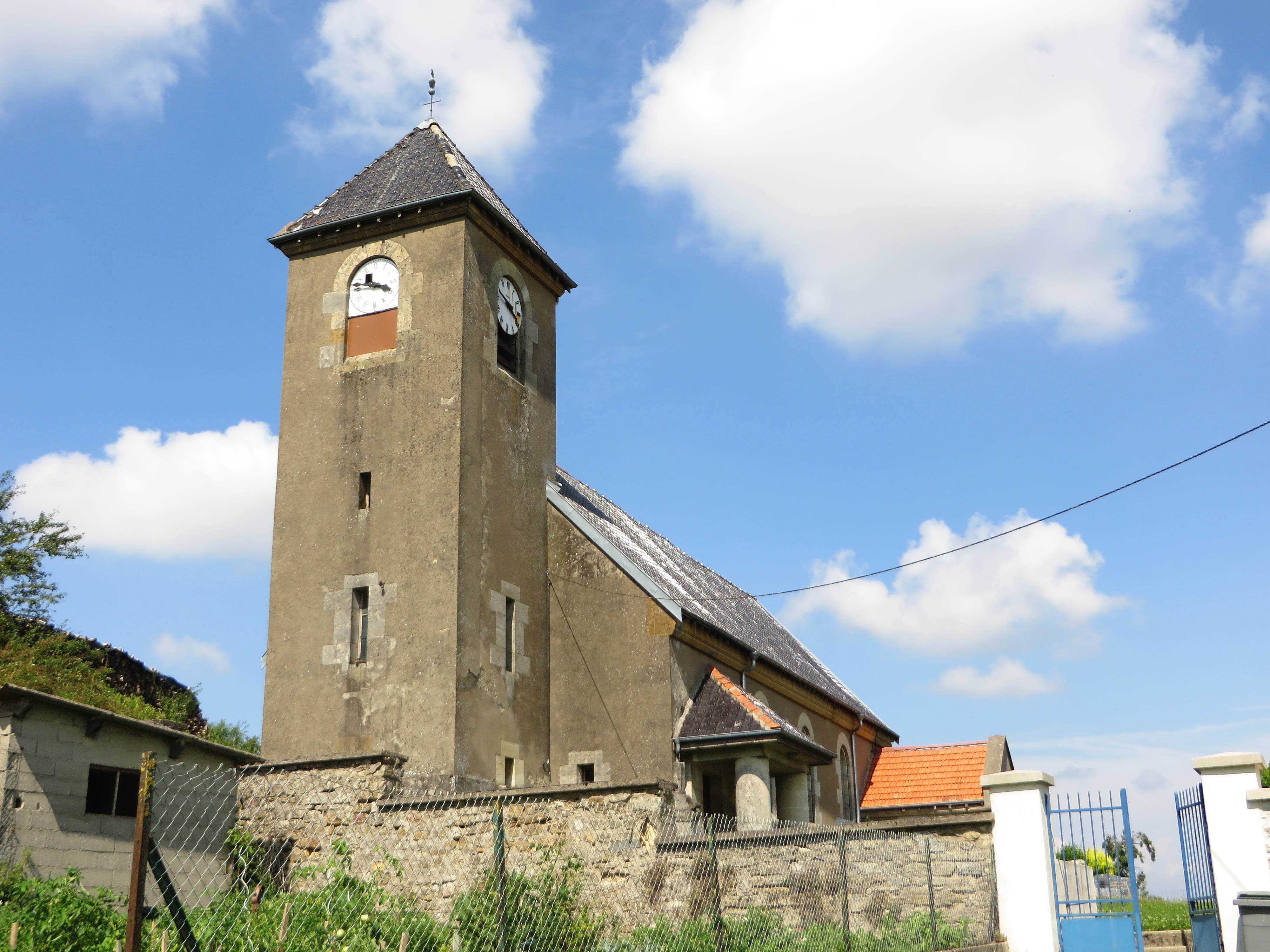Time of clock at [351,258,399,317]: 3:46
